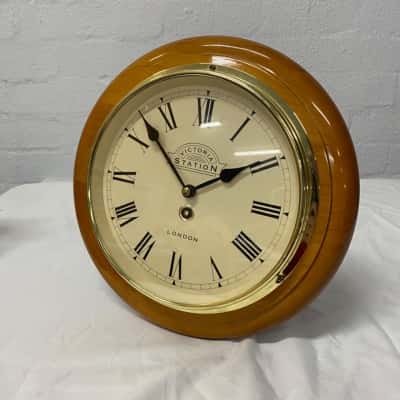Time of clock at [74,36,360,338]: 1:52
